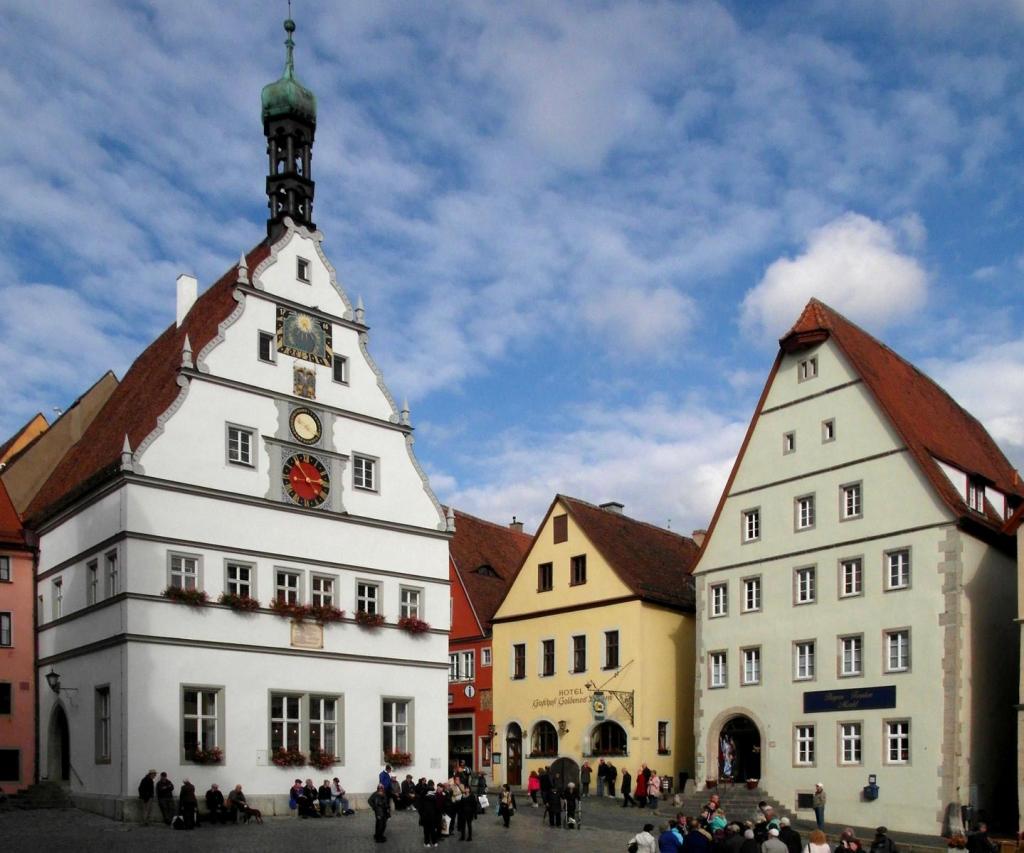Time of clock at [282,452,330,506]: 2:53
